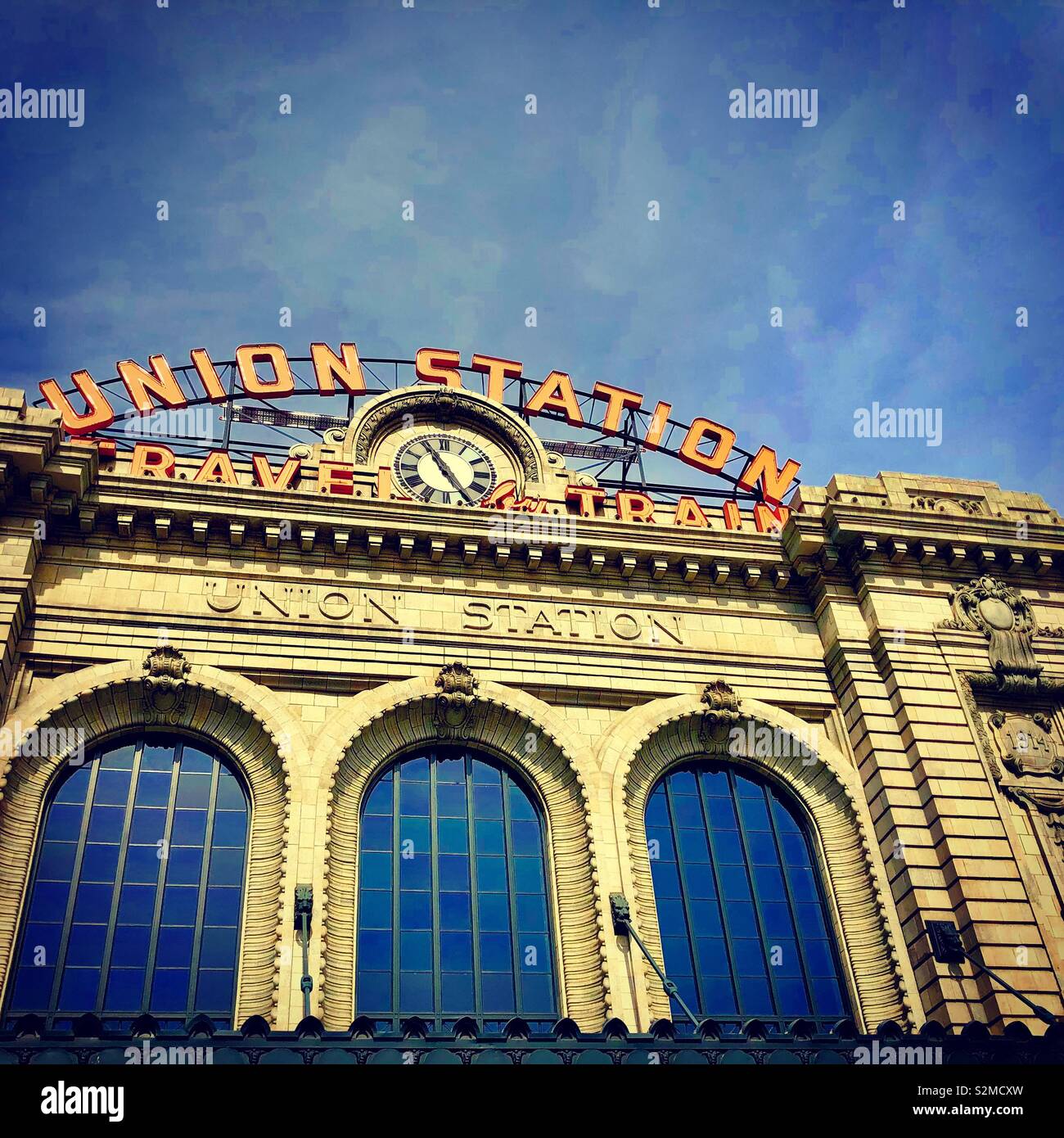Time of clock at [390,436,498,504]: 4:55
